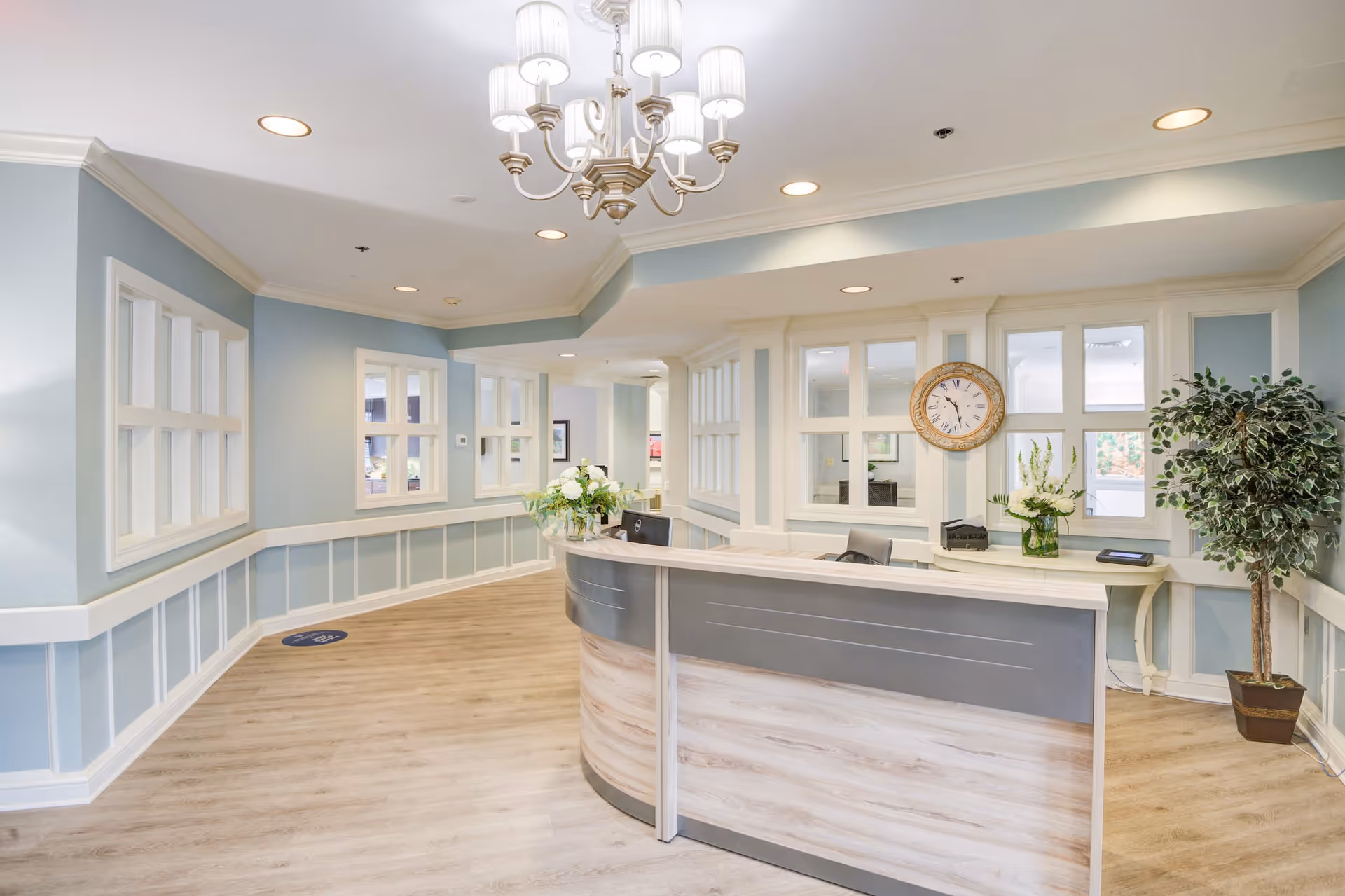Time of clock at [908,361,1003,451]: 10:28
